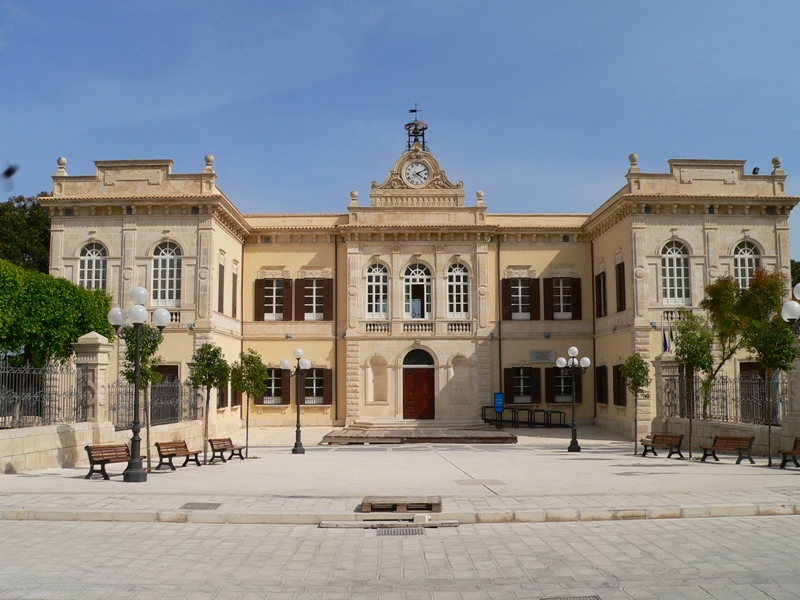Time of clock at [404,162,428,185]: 4:10
